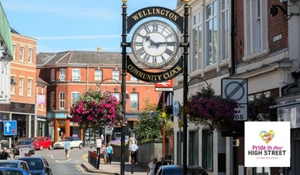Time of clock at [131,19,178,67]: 10:14
